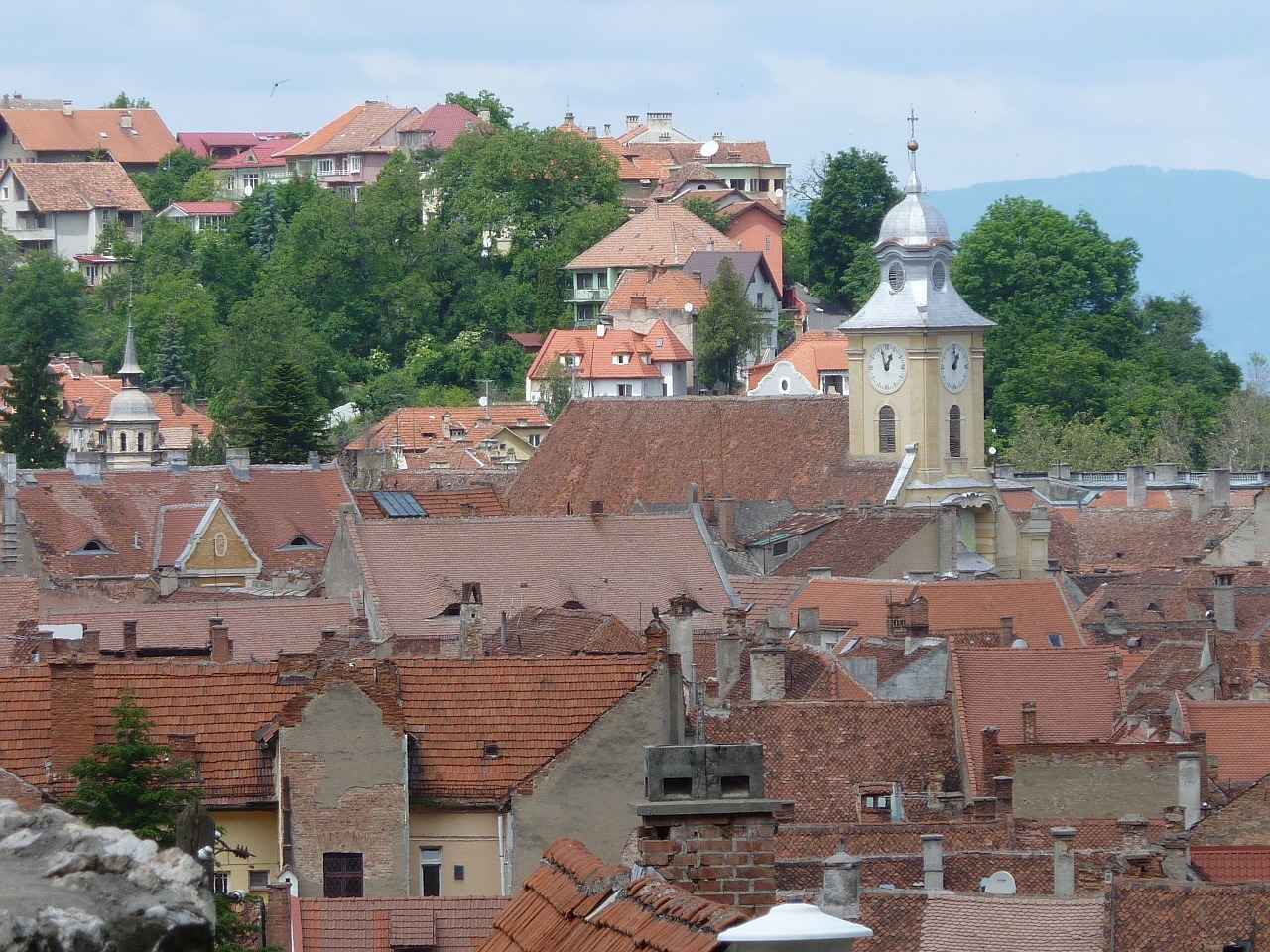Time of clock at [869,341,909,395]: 12:57
